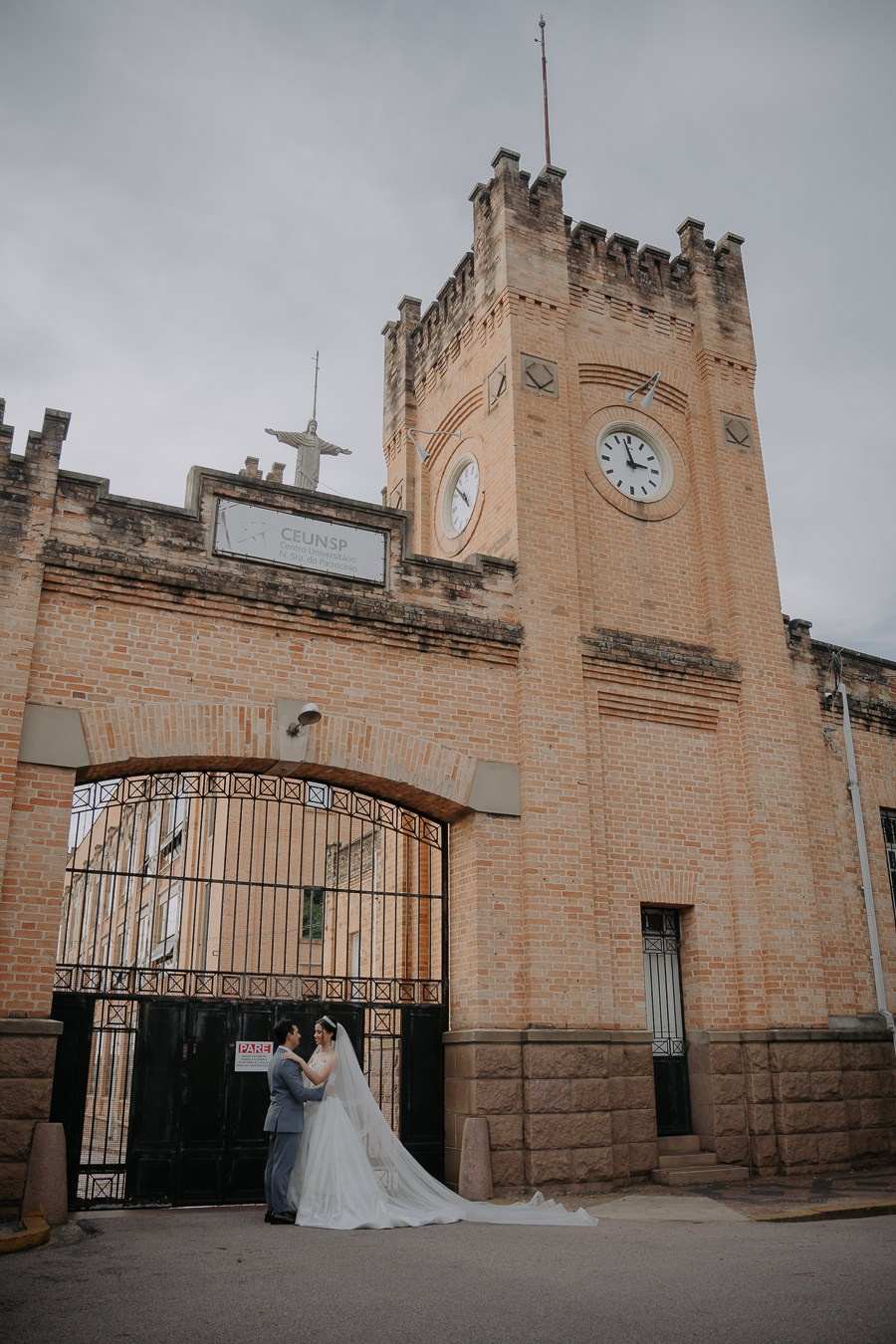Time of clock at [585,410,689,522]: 2:57
